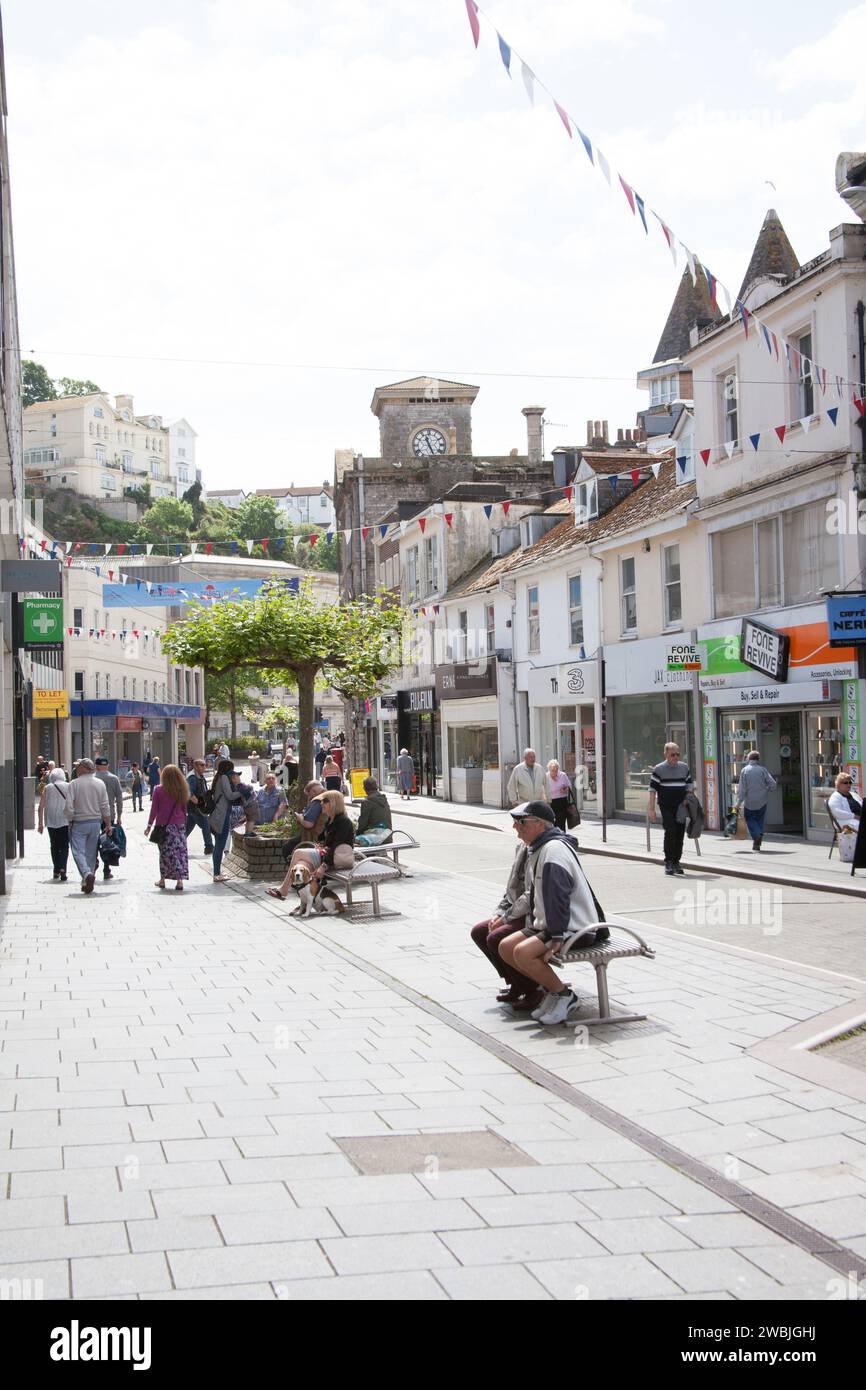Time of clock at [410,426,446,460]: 11:25
